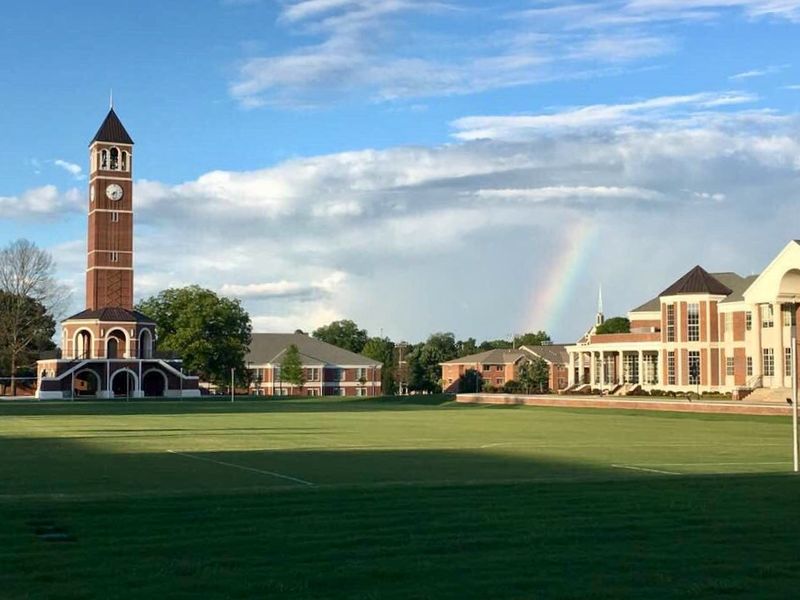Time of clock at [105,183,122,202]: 7:32
